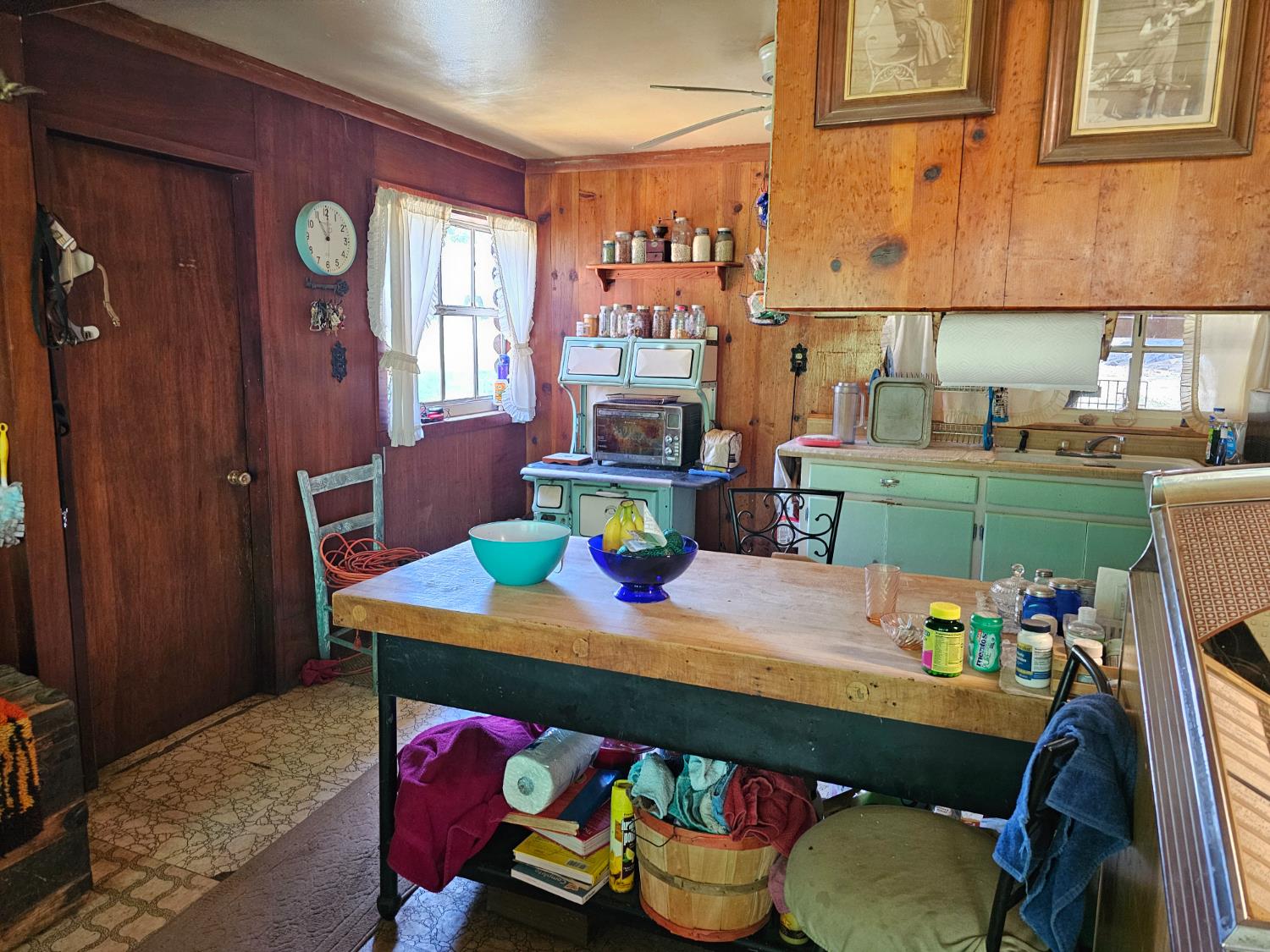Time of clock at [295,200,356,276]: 11:00
